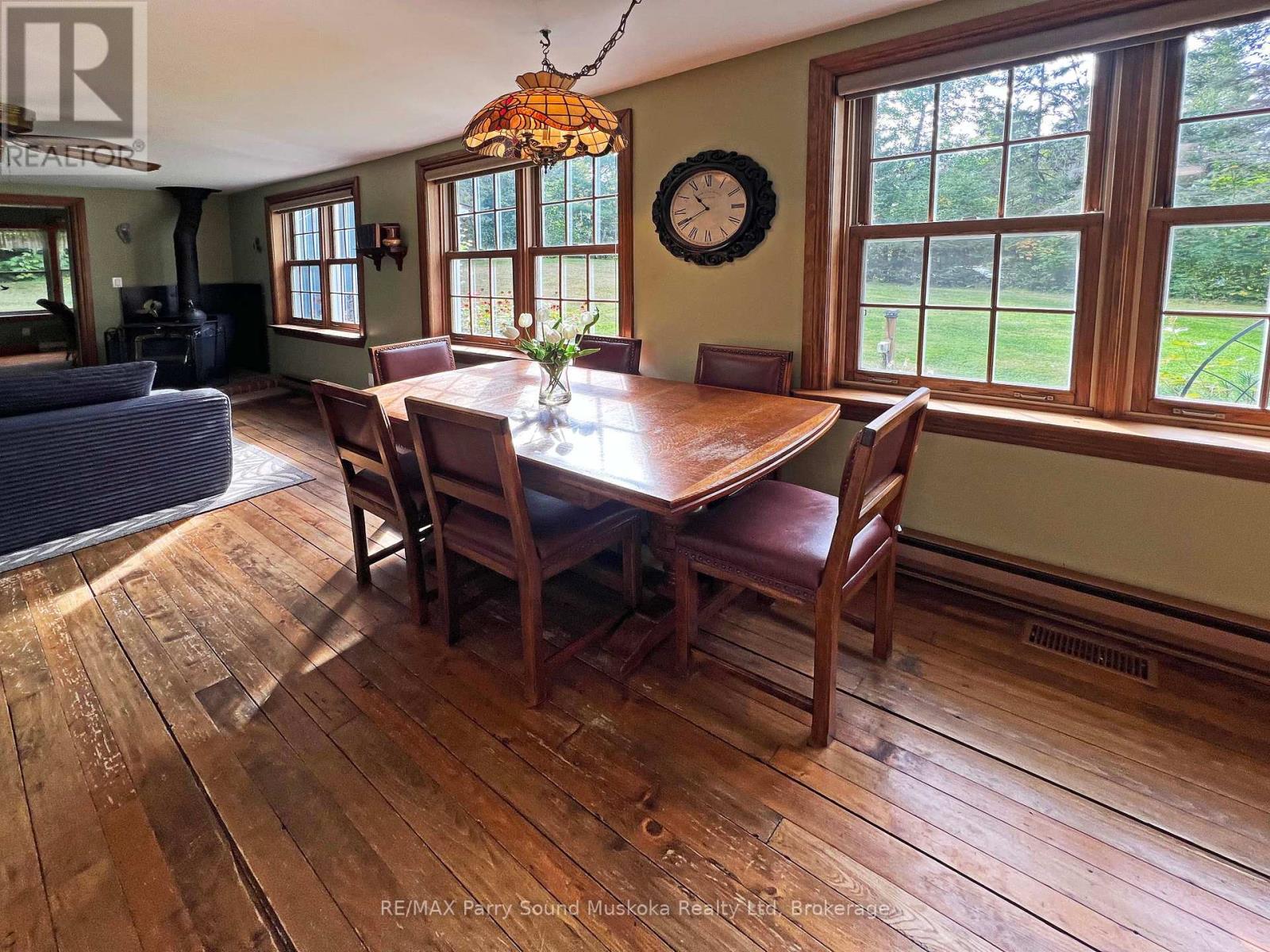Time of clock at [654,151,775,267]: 10:40
